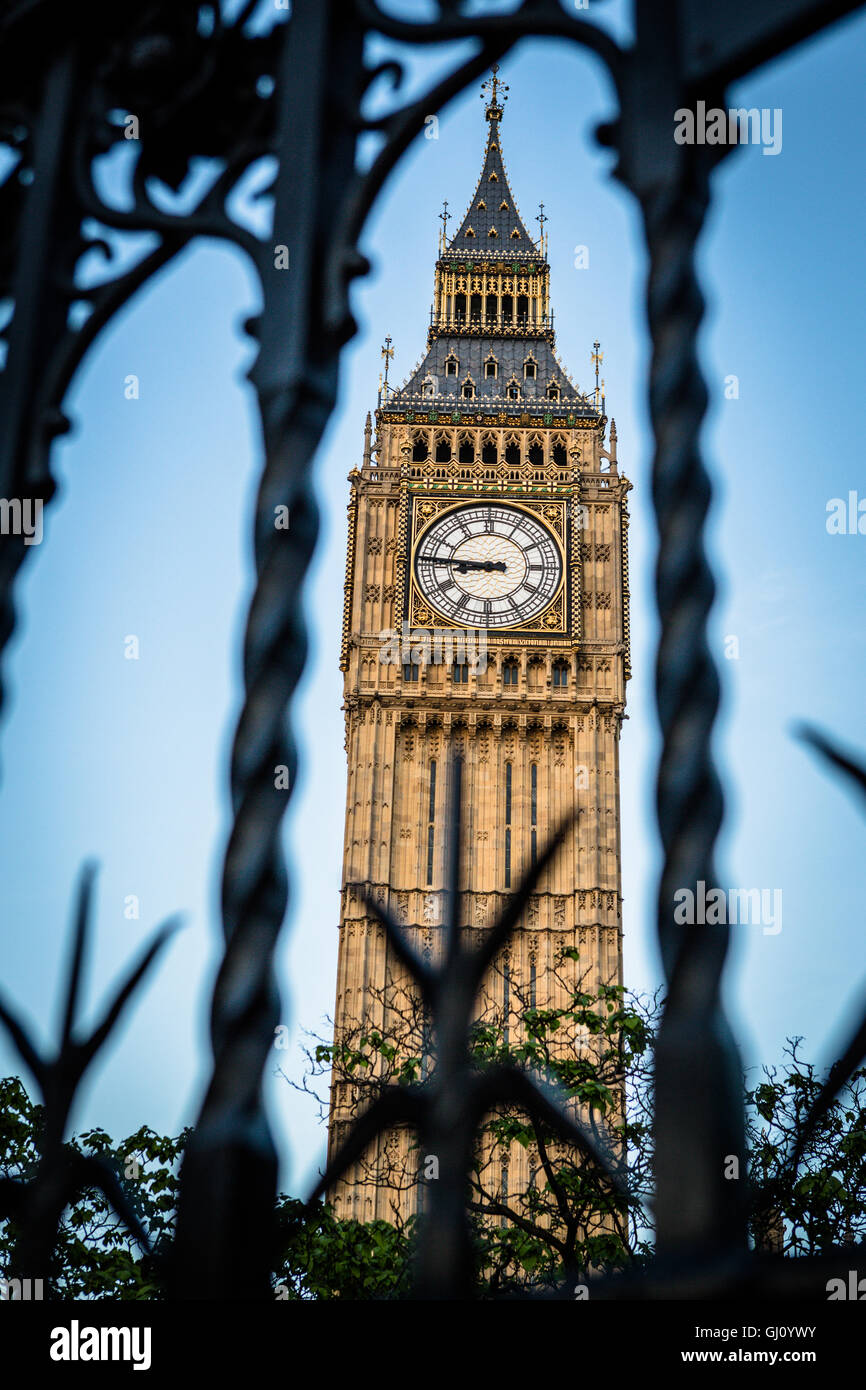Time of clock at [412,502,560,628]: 8:45
